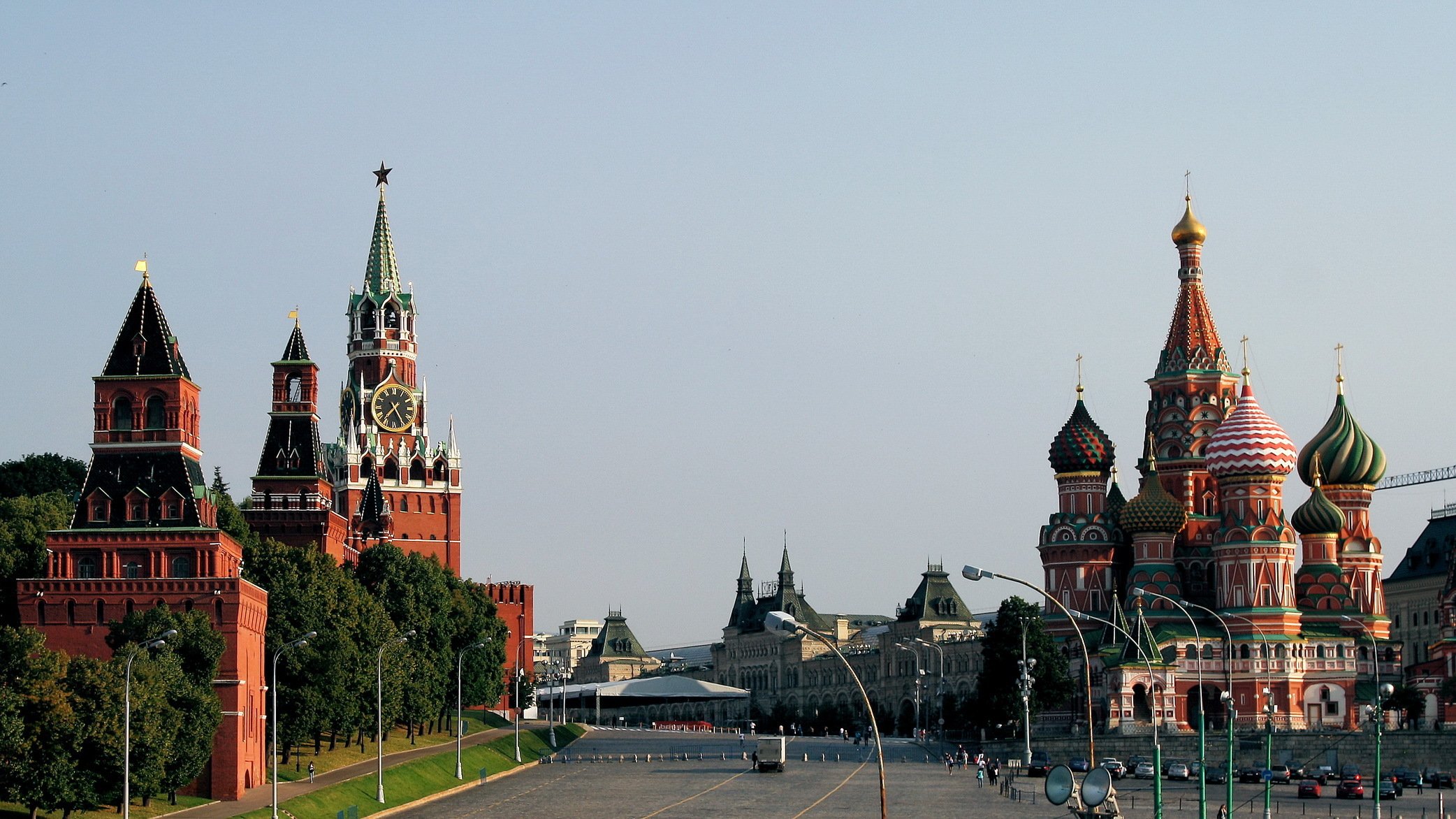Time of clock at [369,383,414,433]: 7:25
